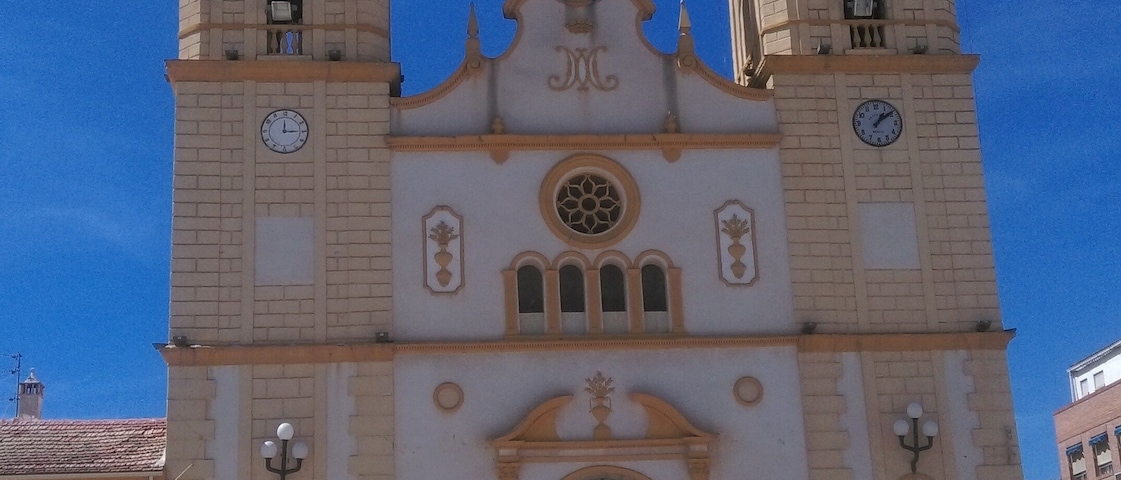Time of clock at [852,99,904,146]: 1:08
